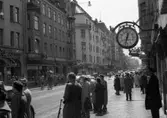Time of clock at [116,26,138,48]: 12:32
